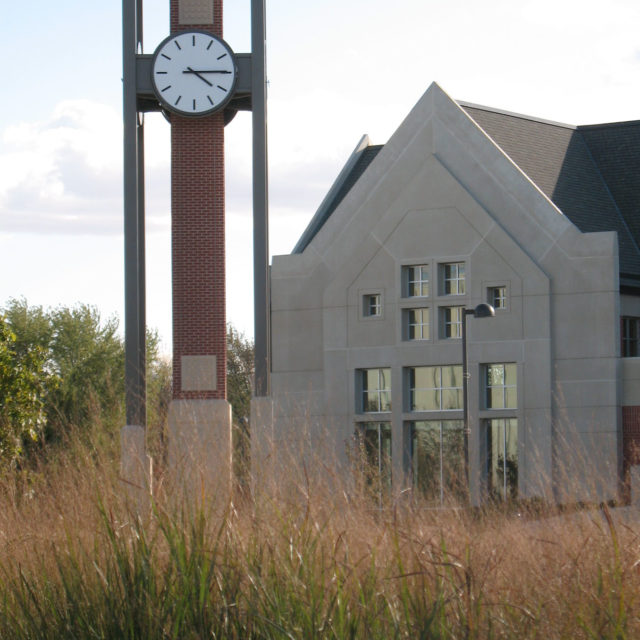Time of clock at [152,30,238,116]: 4:14
